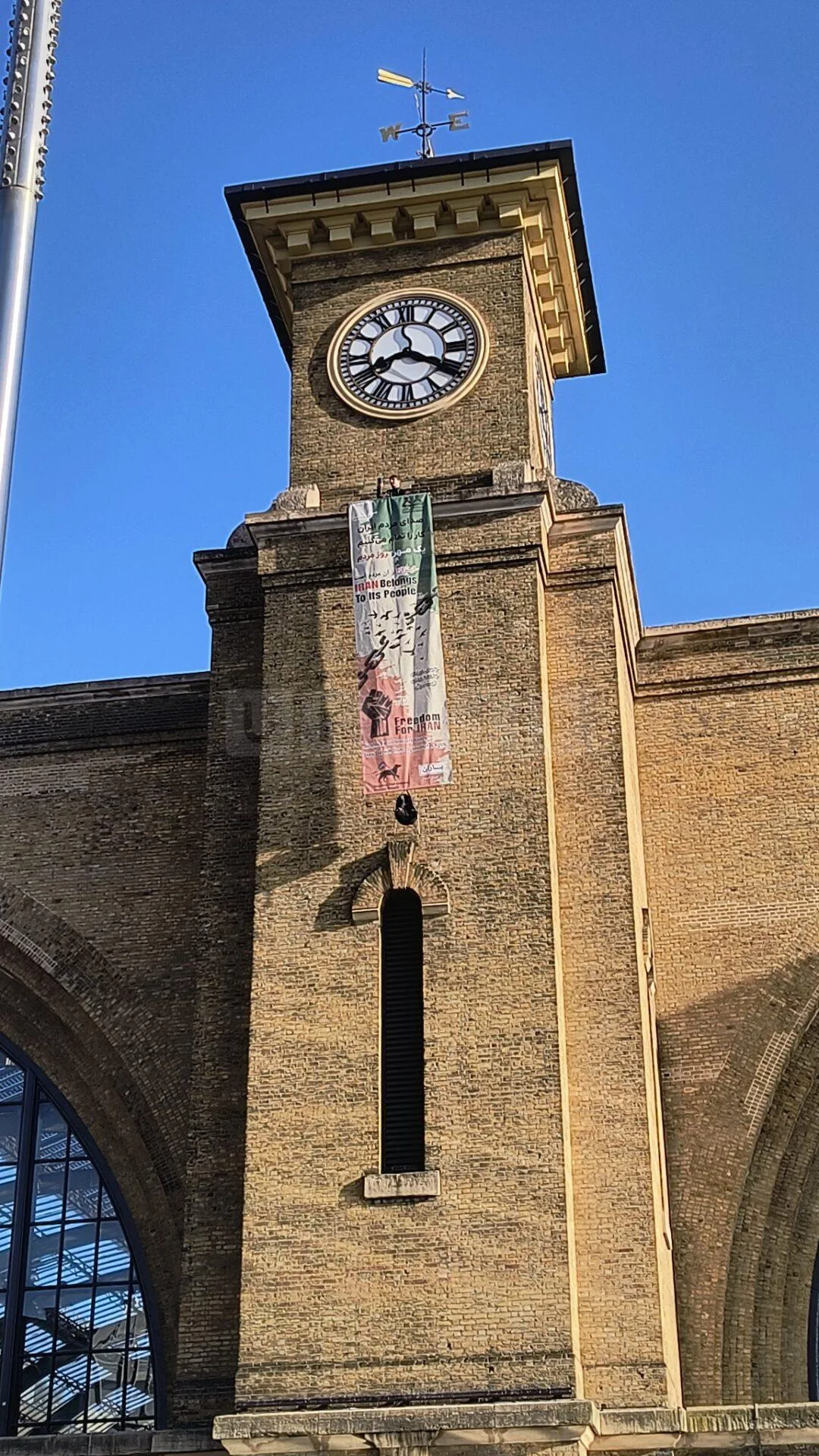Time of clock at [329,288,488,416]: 3:40
